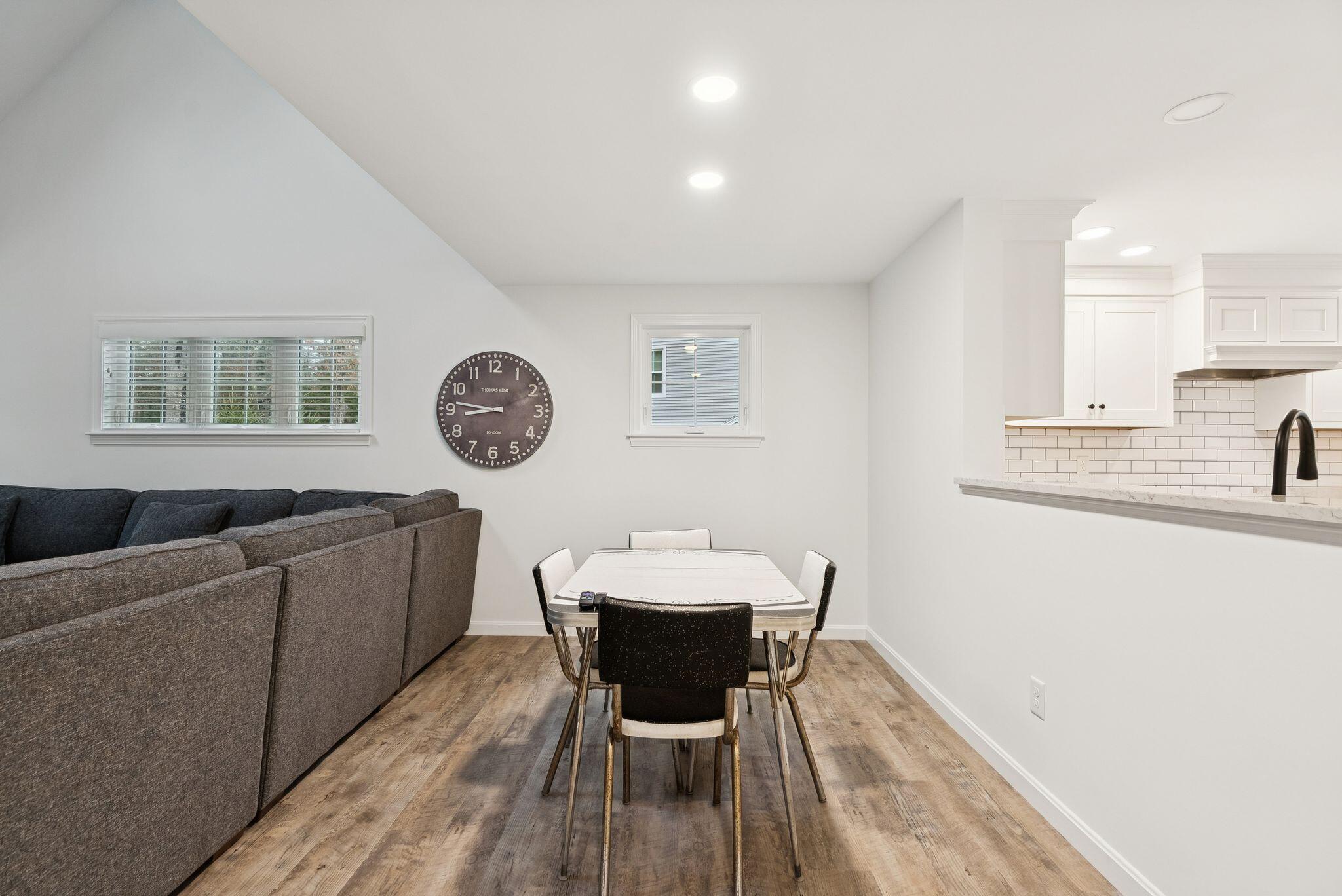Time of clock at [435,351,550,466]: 8:46
